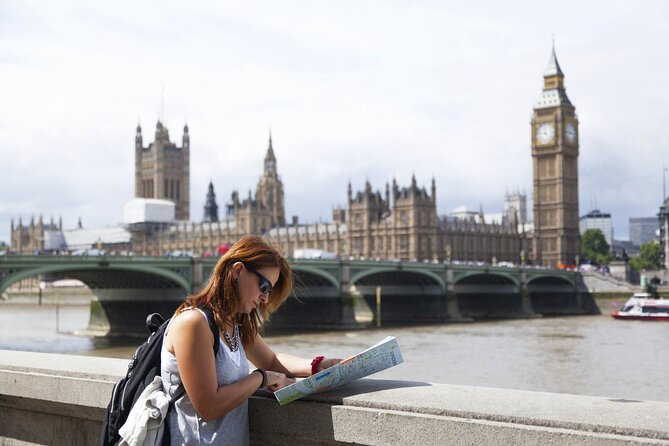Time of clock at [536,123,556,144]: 11:46
